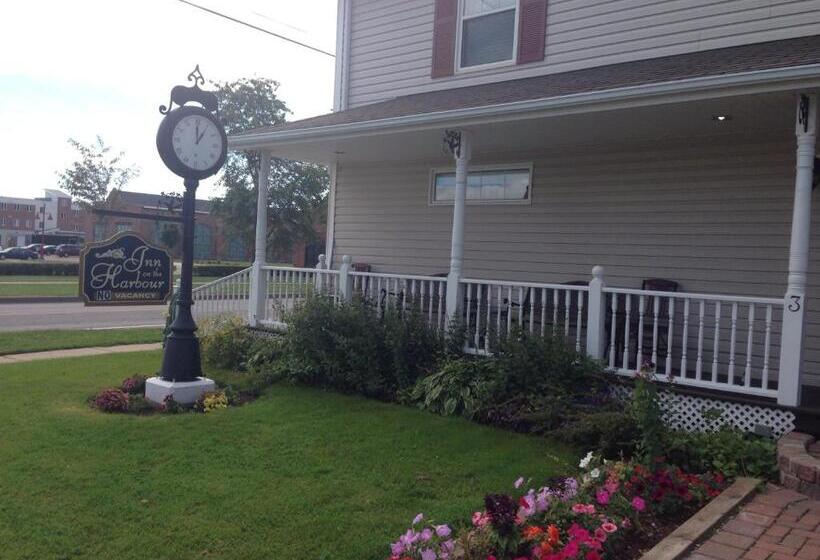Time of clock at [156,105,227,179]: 1:00
